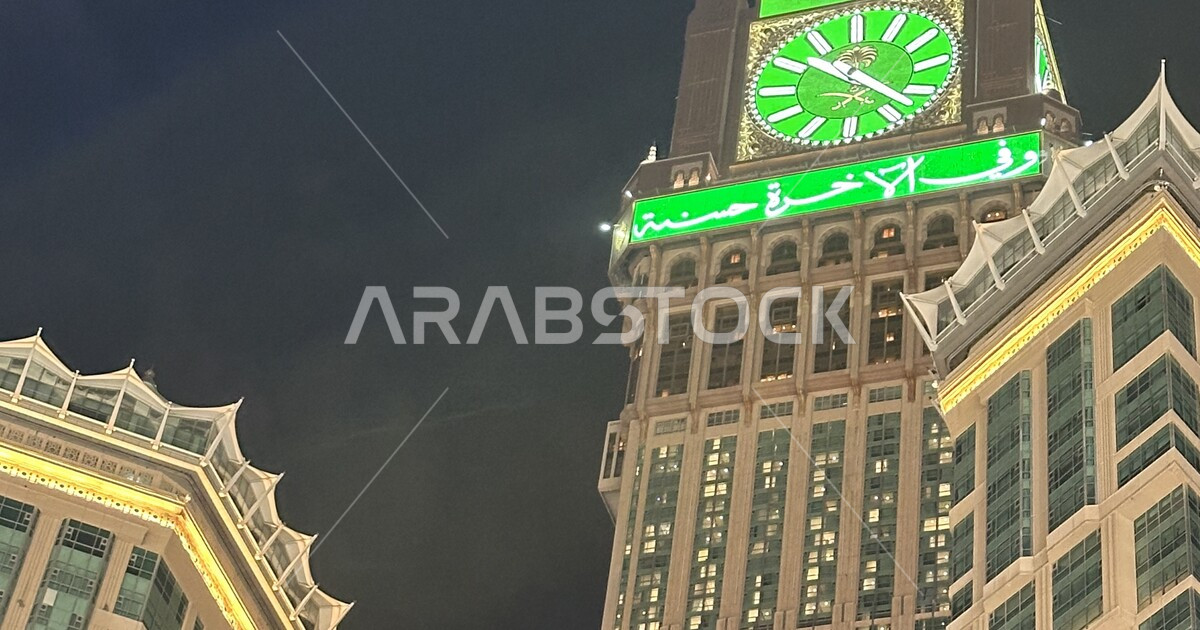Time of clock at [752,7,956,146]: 10:22
